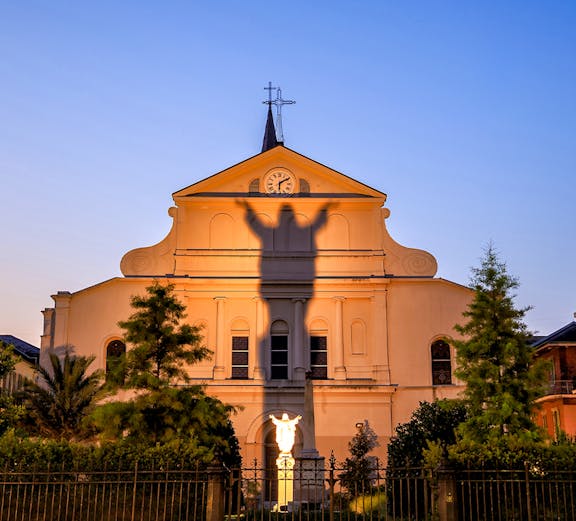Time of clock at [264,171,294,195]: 6:09
